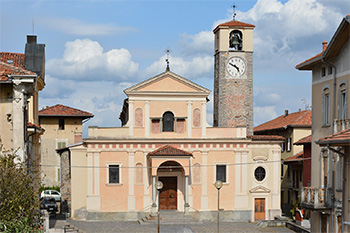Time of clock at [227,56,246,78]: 4:50
